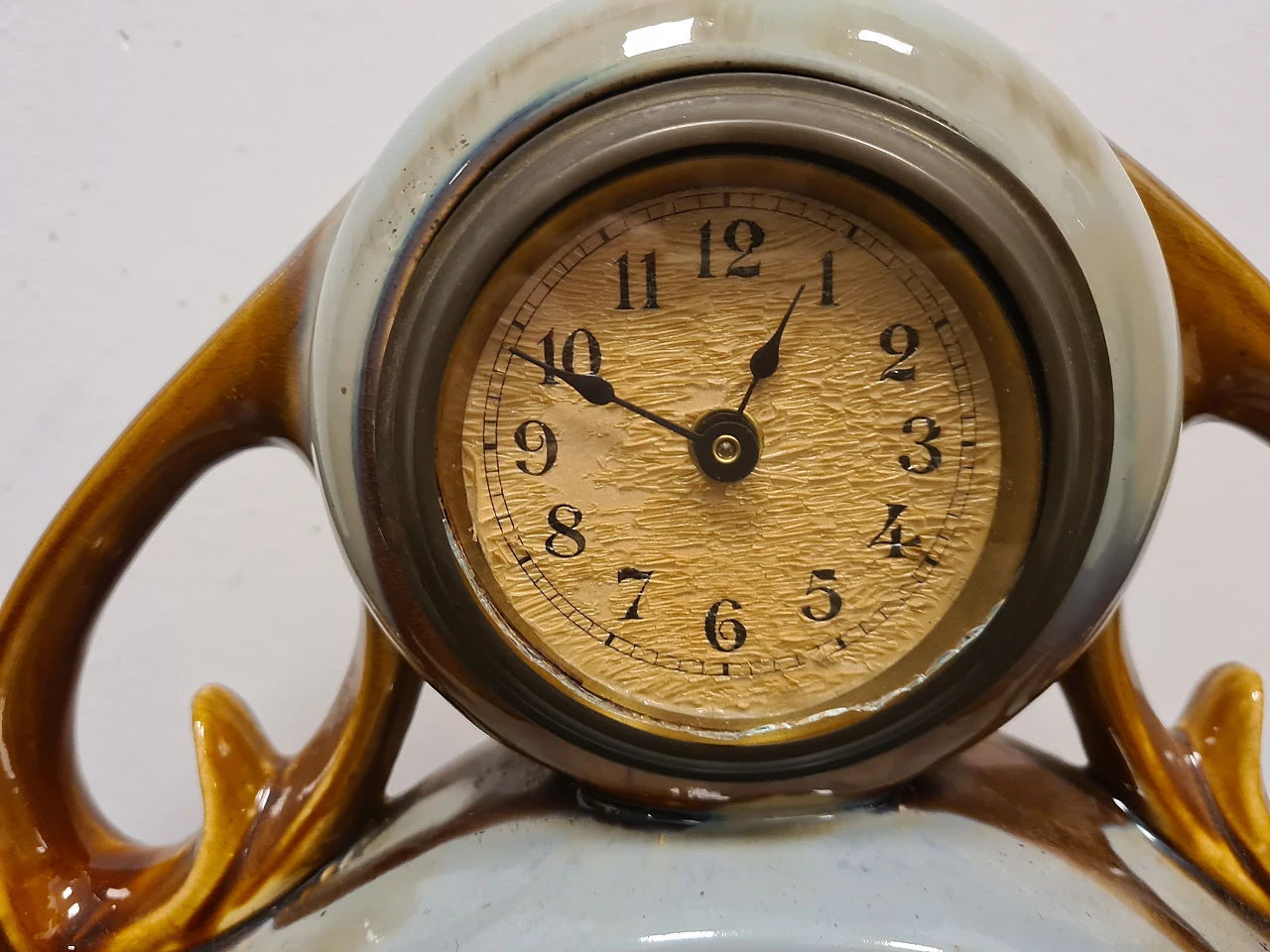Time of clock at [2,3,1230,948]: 12:49
